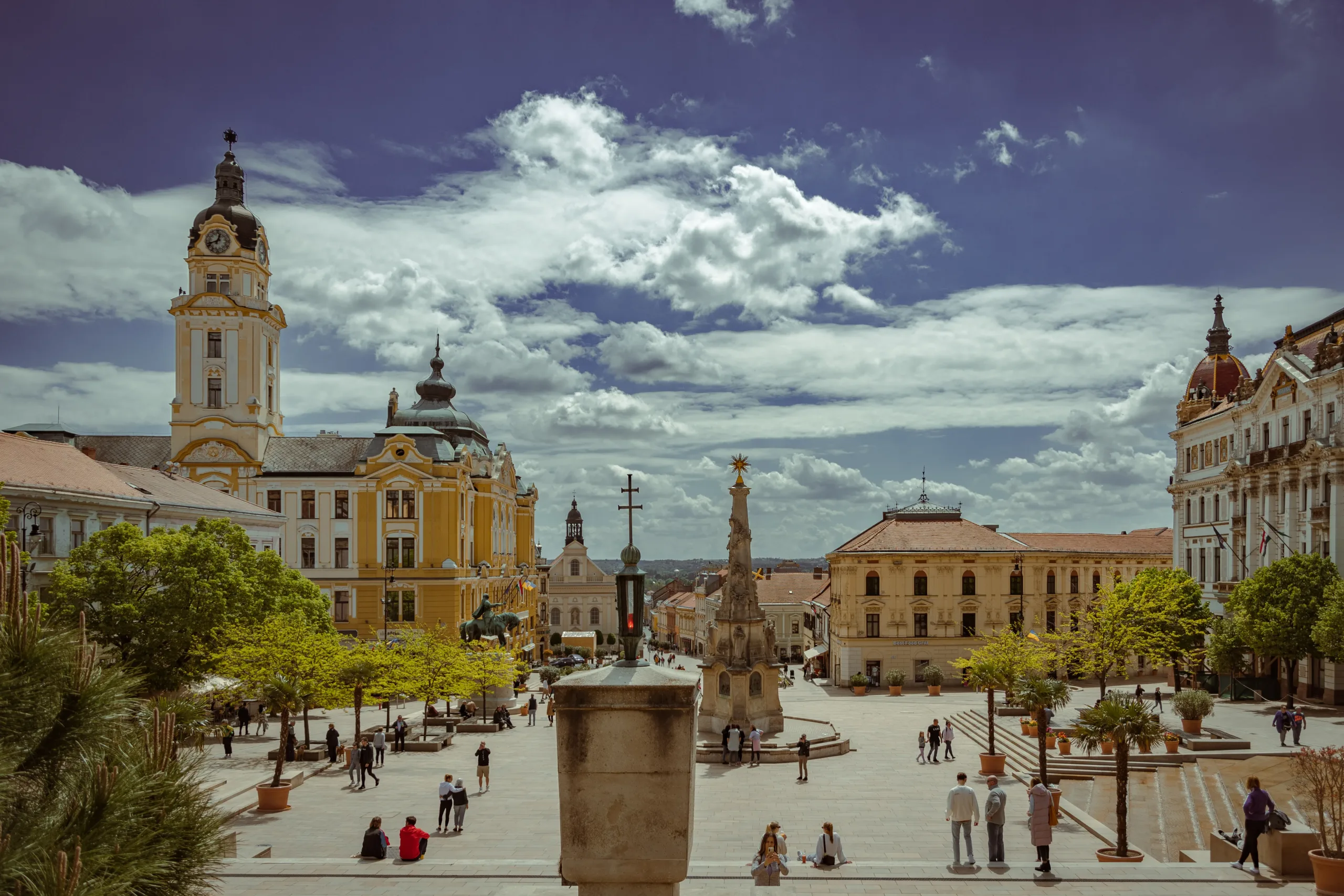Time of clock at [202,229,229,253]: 12:41
